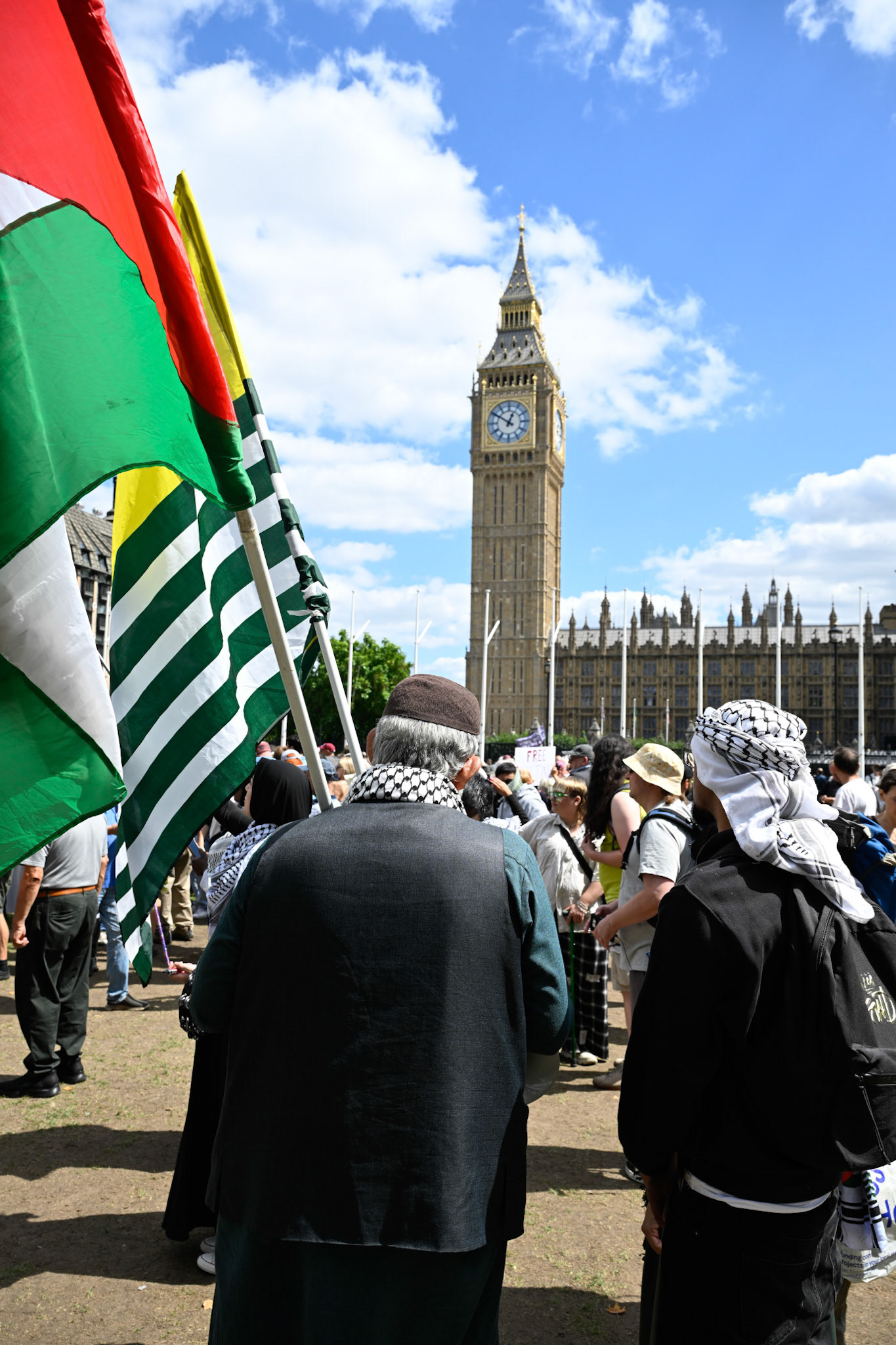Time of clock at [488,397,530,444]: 12:50
